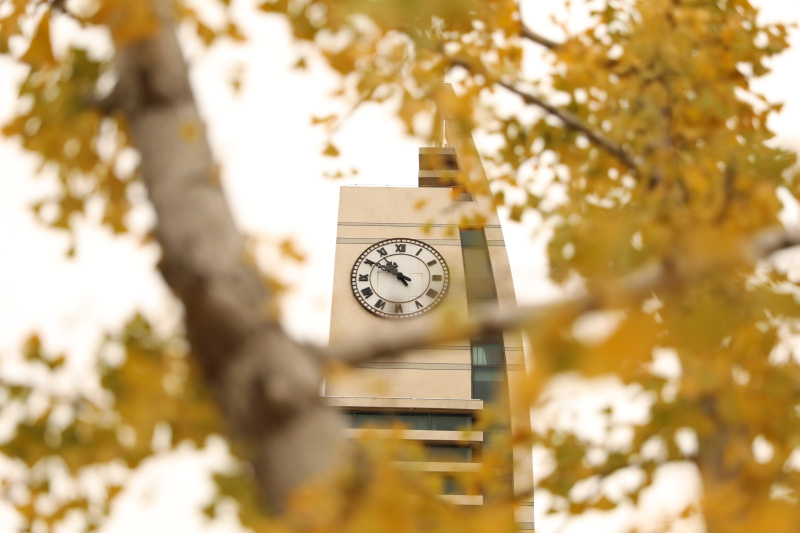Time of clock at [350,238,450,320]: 10:50
